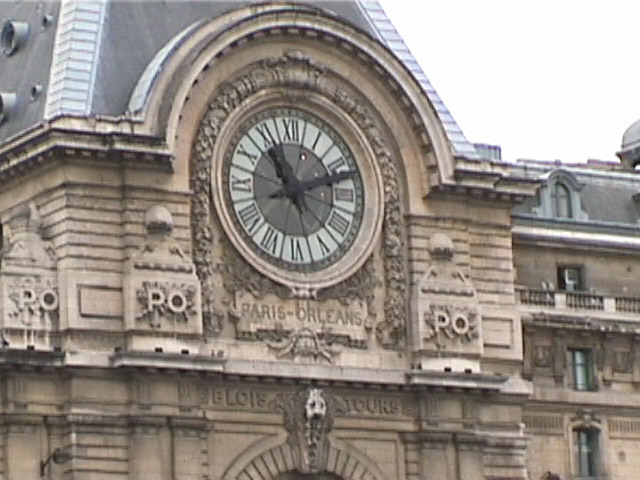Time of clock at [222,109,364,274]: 11:12
